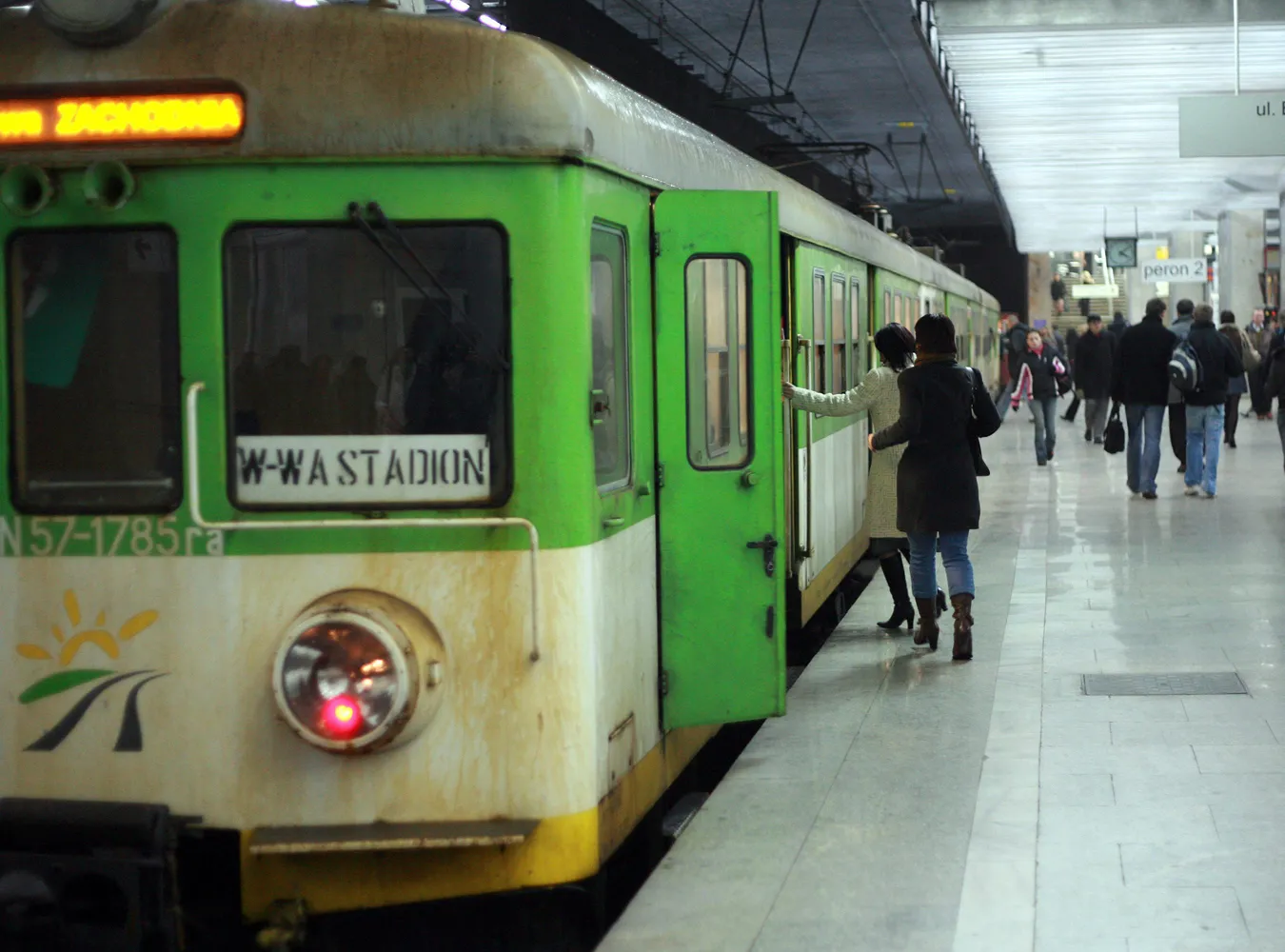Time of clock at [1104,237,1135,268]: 4:08
